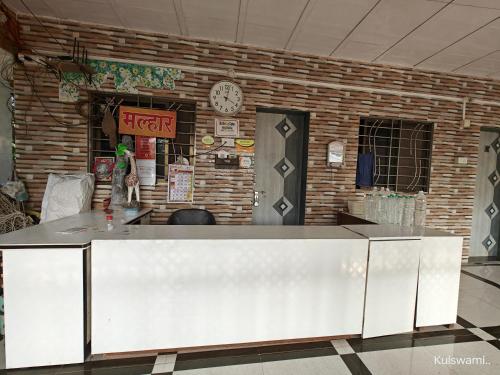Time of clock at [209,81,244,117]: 4:02
